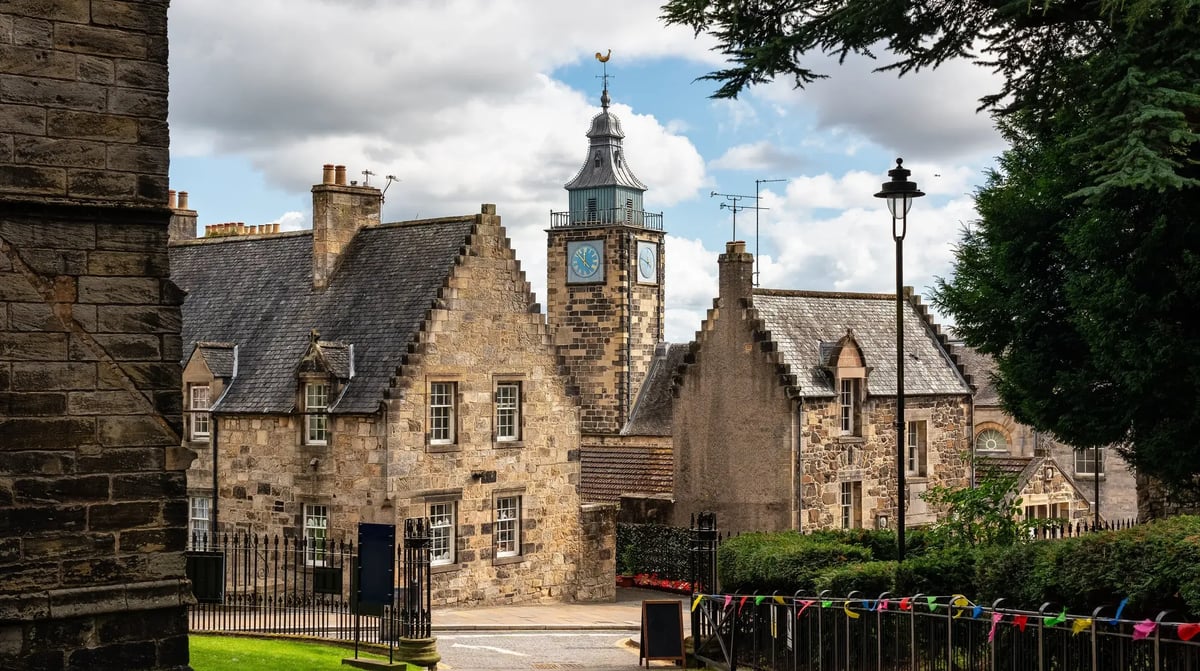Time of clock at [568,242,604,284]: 11:52
